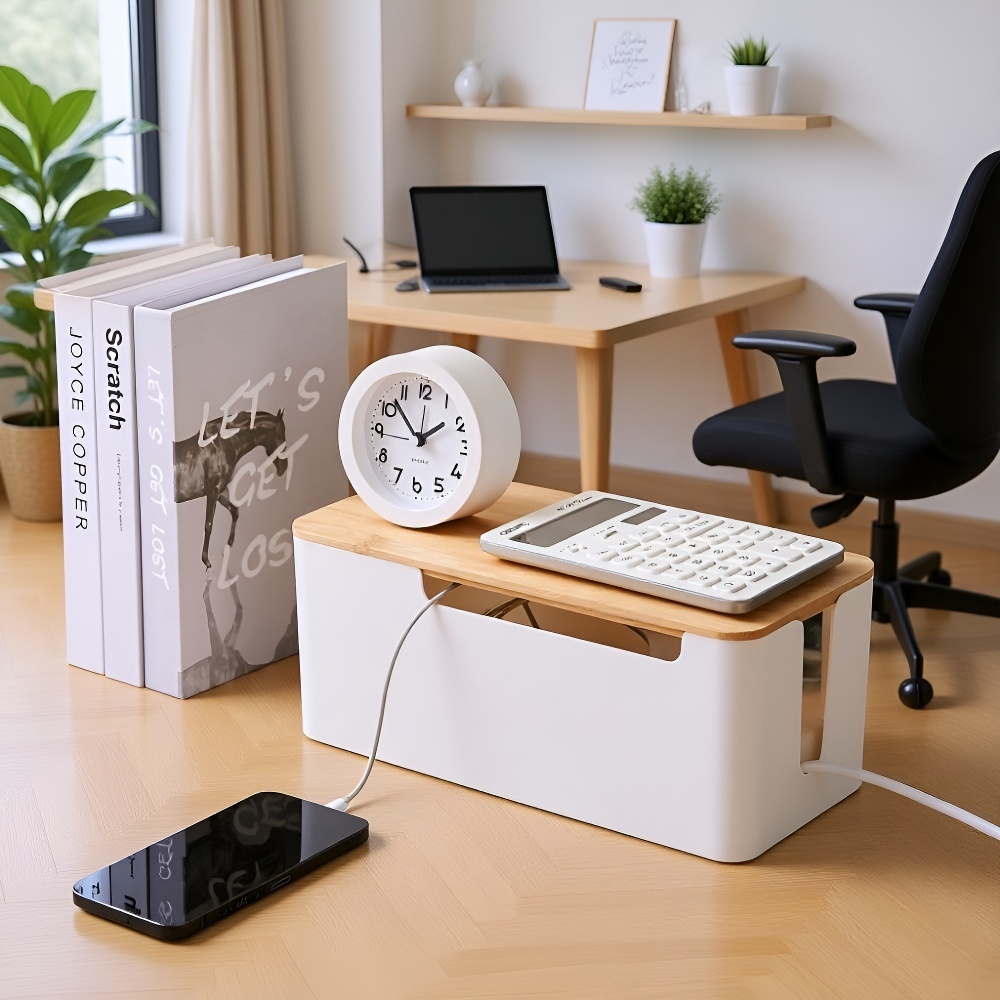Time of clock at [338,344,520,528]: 1:52
